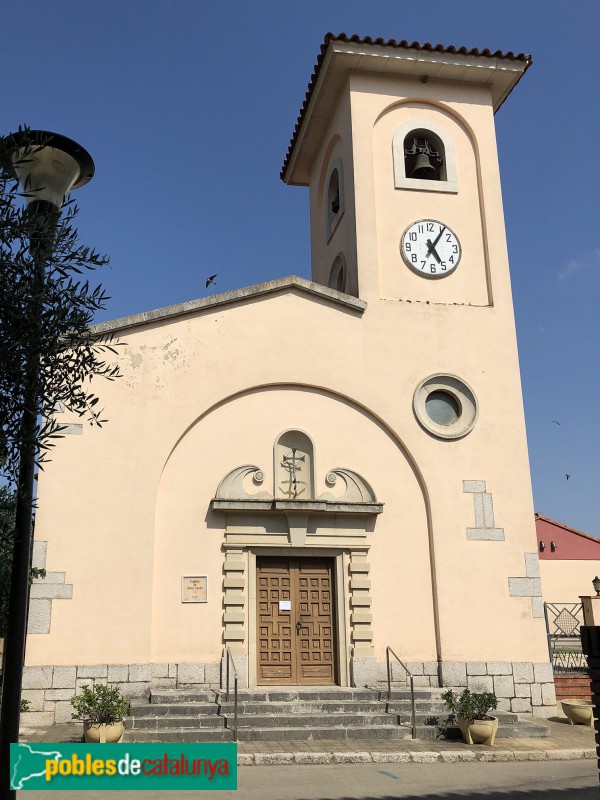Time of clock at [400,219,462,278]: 5:06
